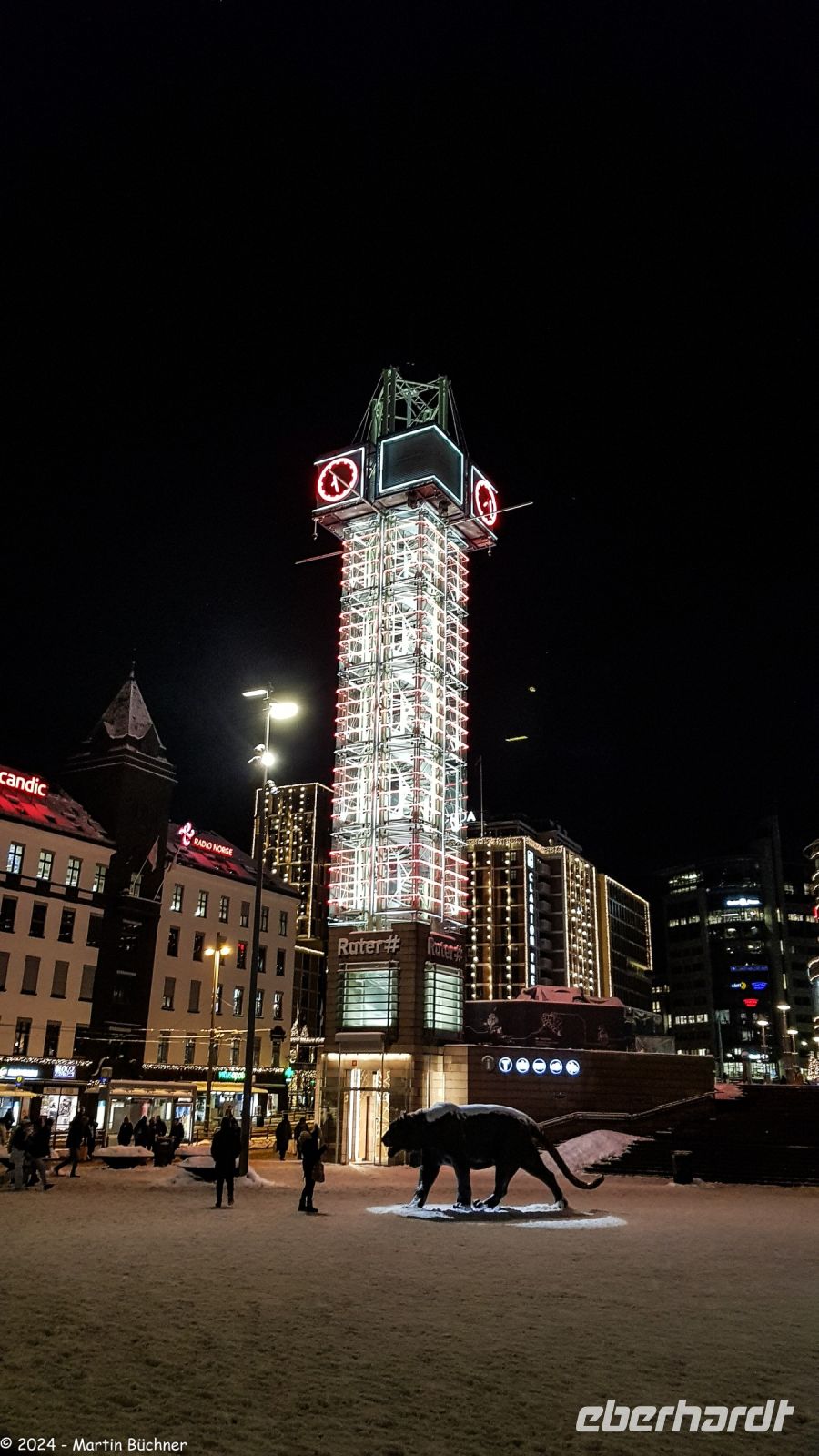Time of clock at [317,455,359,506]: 5:21
